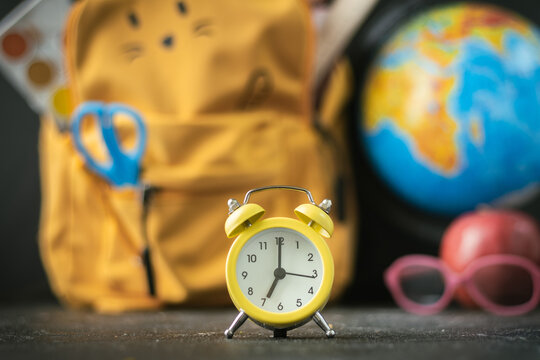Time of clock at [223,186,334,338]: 7:00
